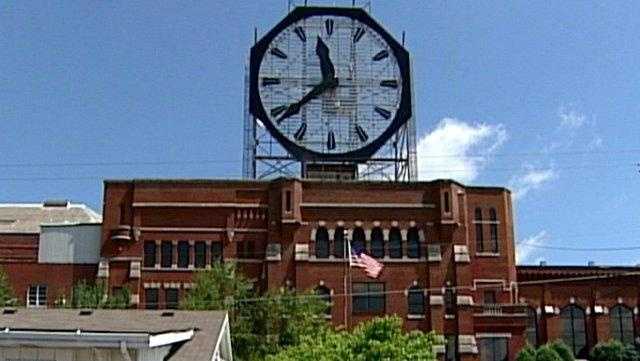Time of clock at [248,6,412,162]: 11:38
